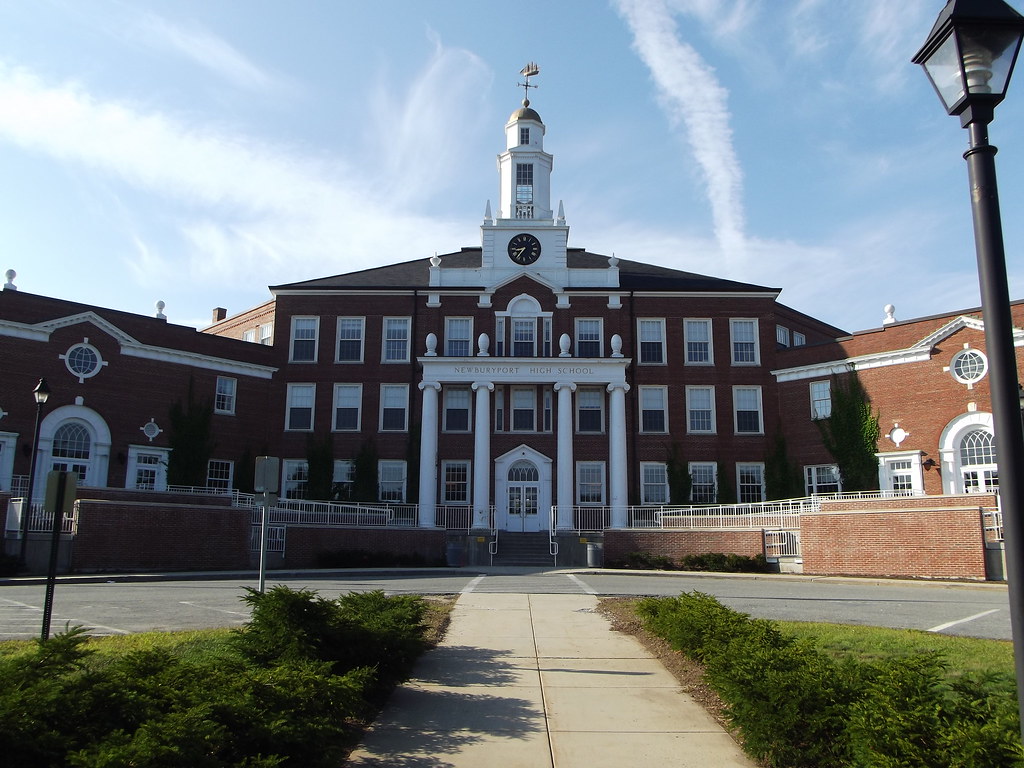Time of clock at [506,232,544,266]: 8:36
